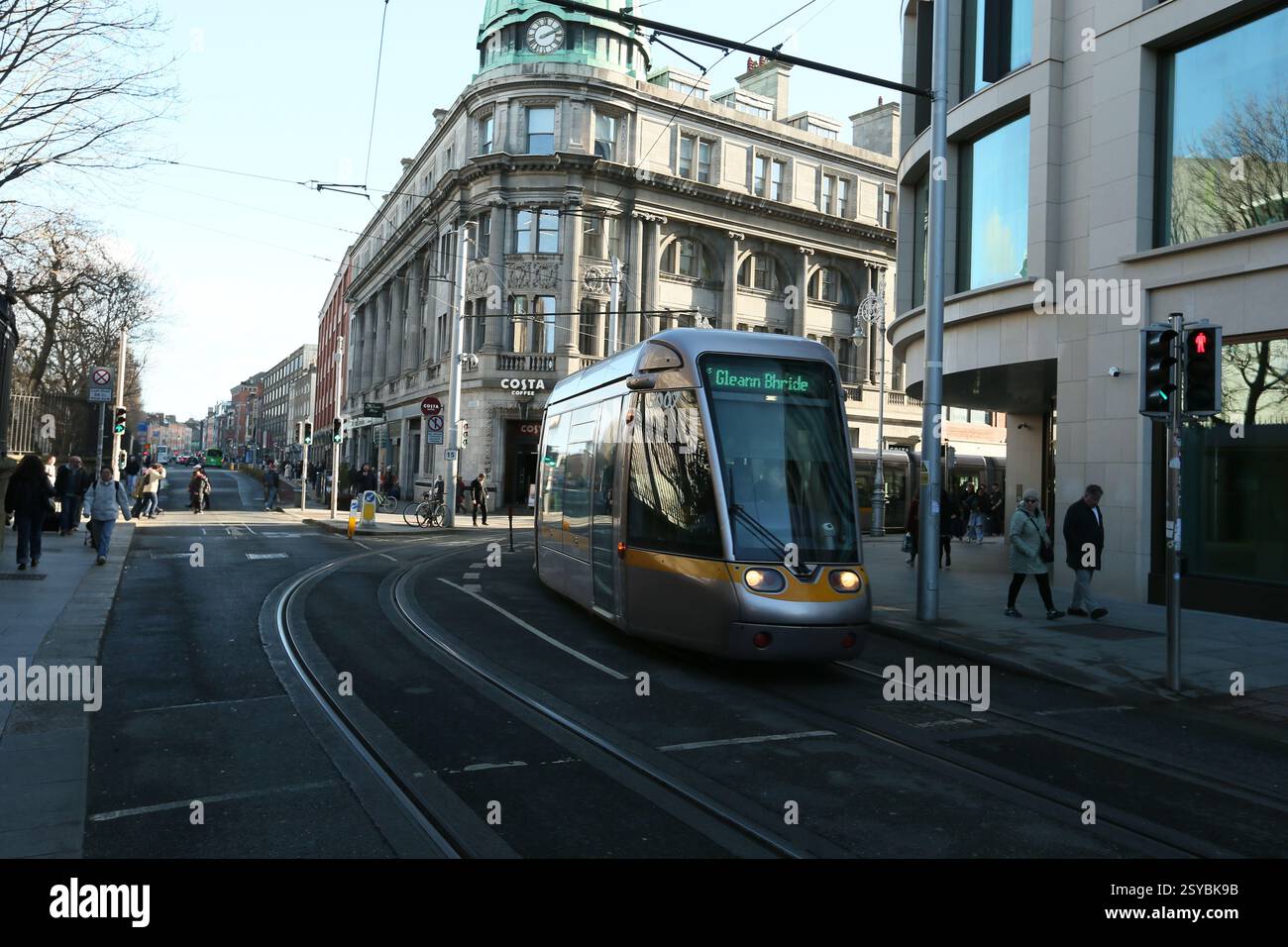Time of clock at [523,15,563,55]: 2:11
